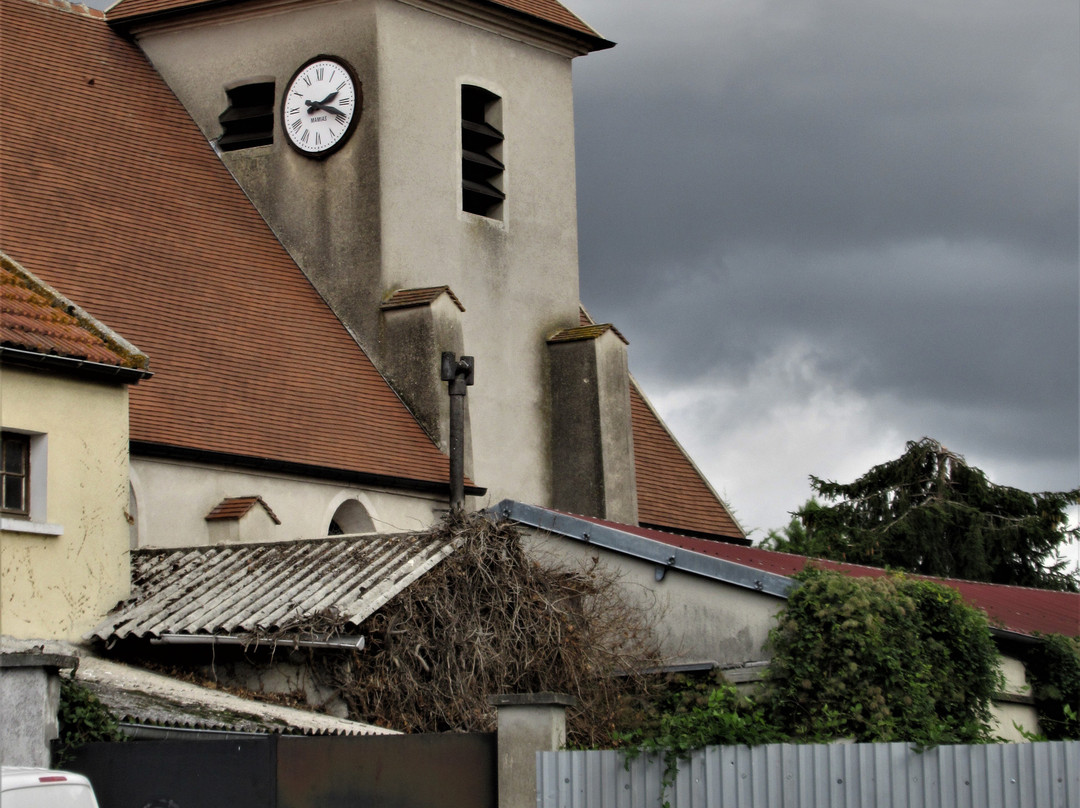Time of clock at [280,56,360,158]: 2:18
